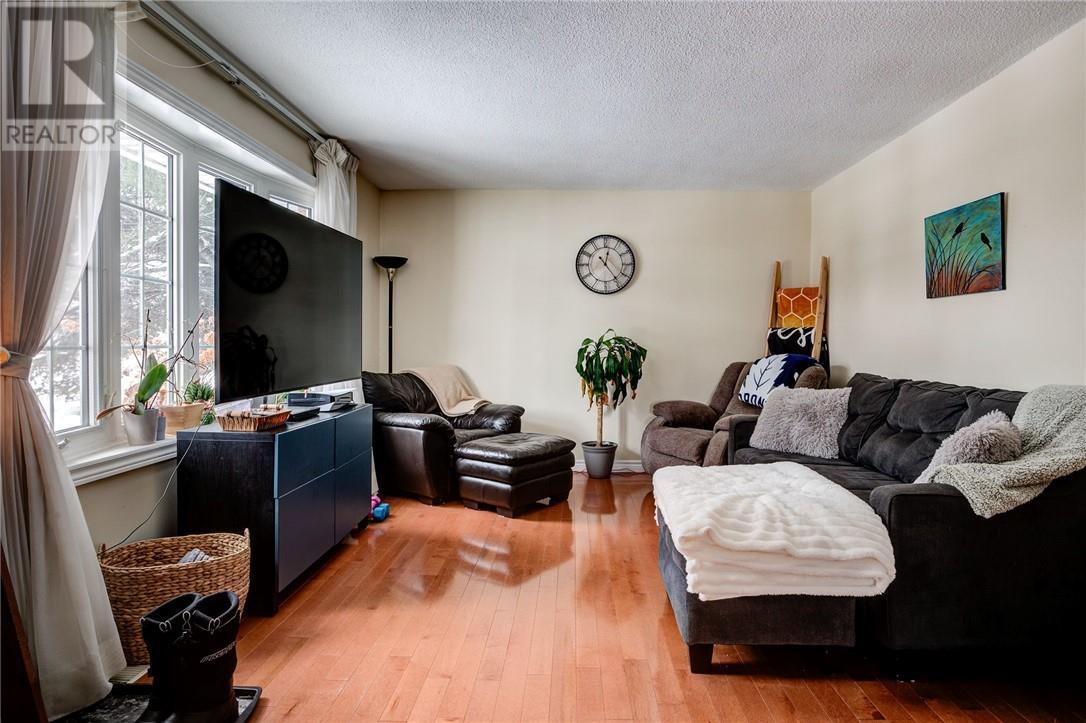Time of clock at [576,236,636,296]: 12:23
